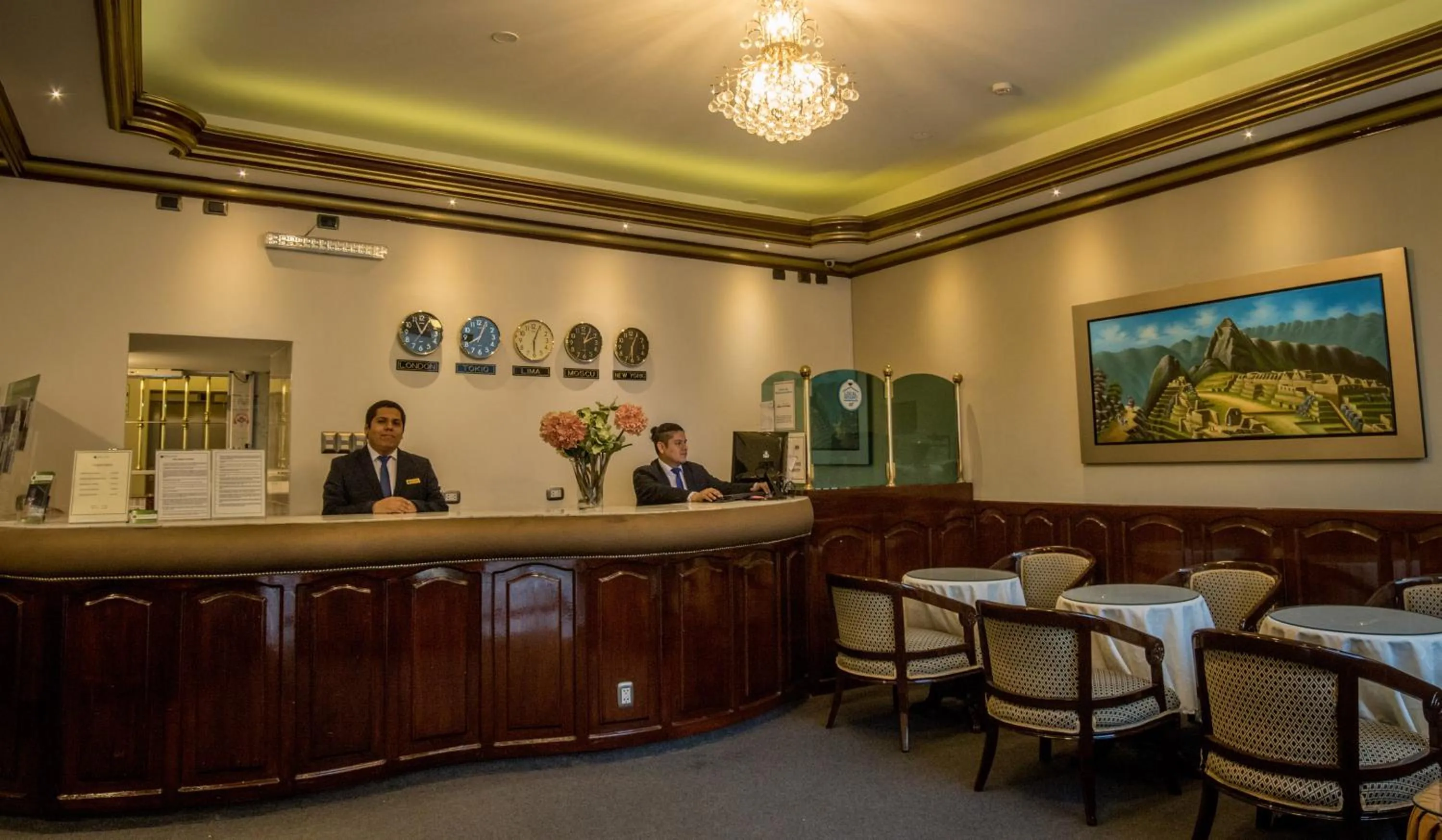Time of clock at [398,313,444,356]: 11:04
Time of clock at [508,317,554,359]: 6:03
